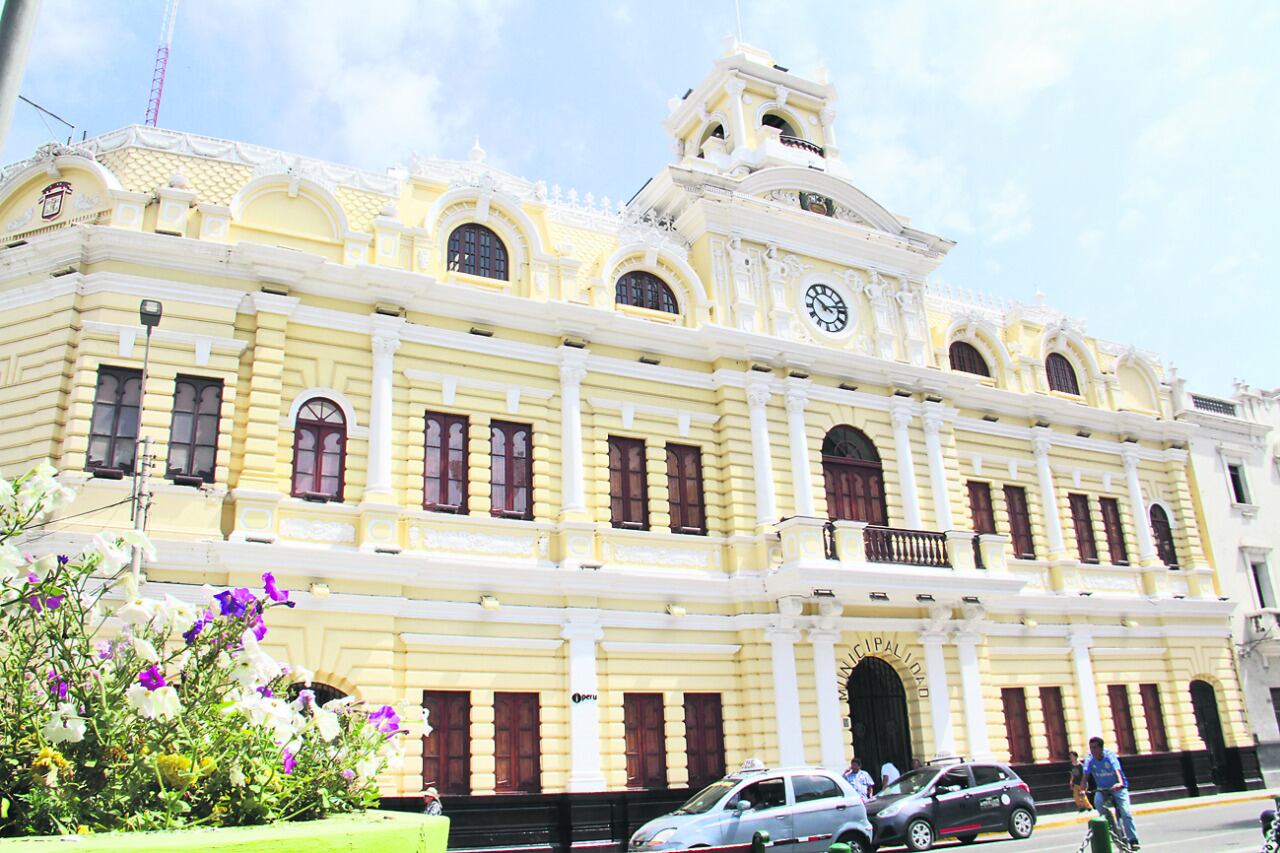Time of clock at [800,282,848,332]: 10:12
